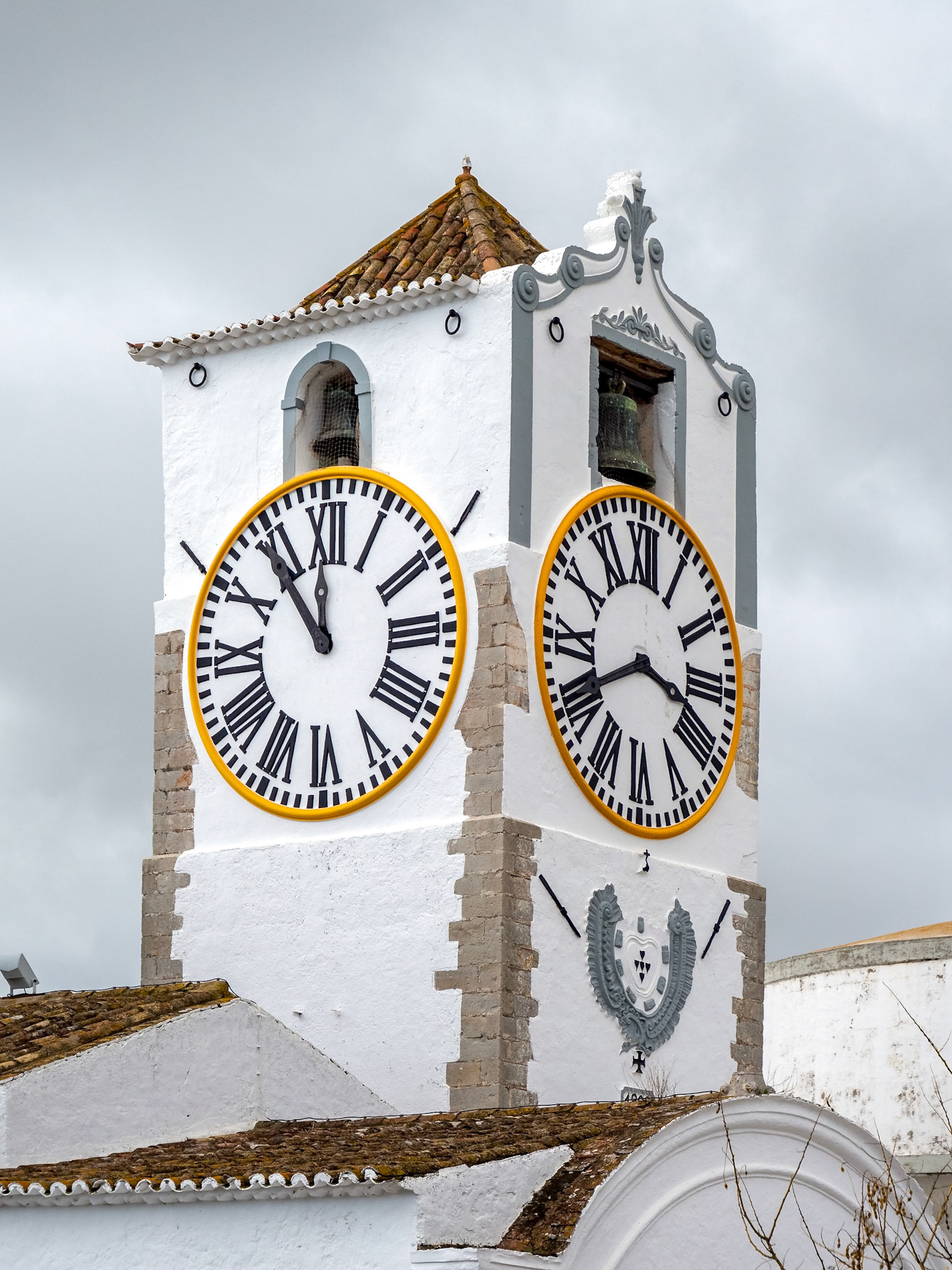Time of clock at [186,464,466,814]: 11:53
